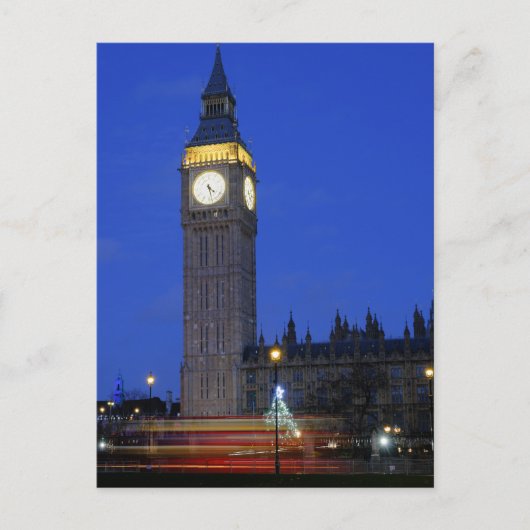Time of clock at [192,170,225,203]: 4:27
